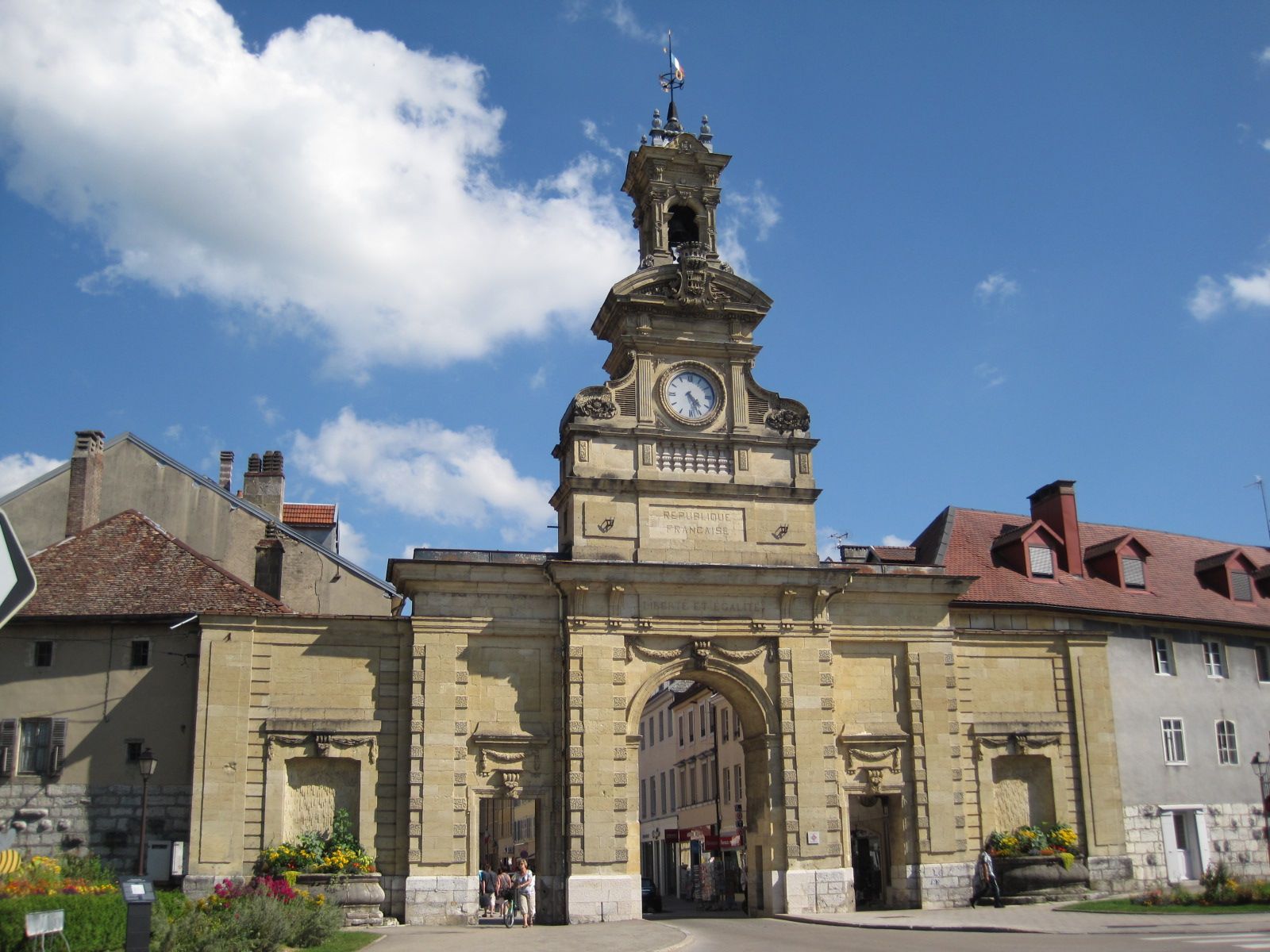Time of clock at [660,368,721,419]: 4:26
